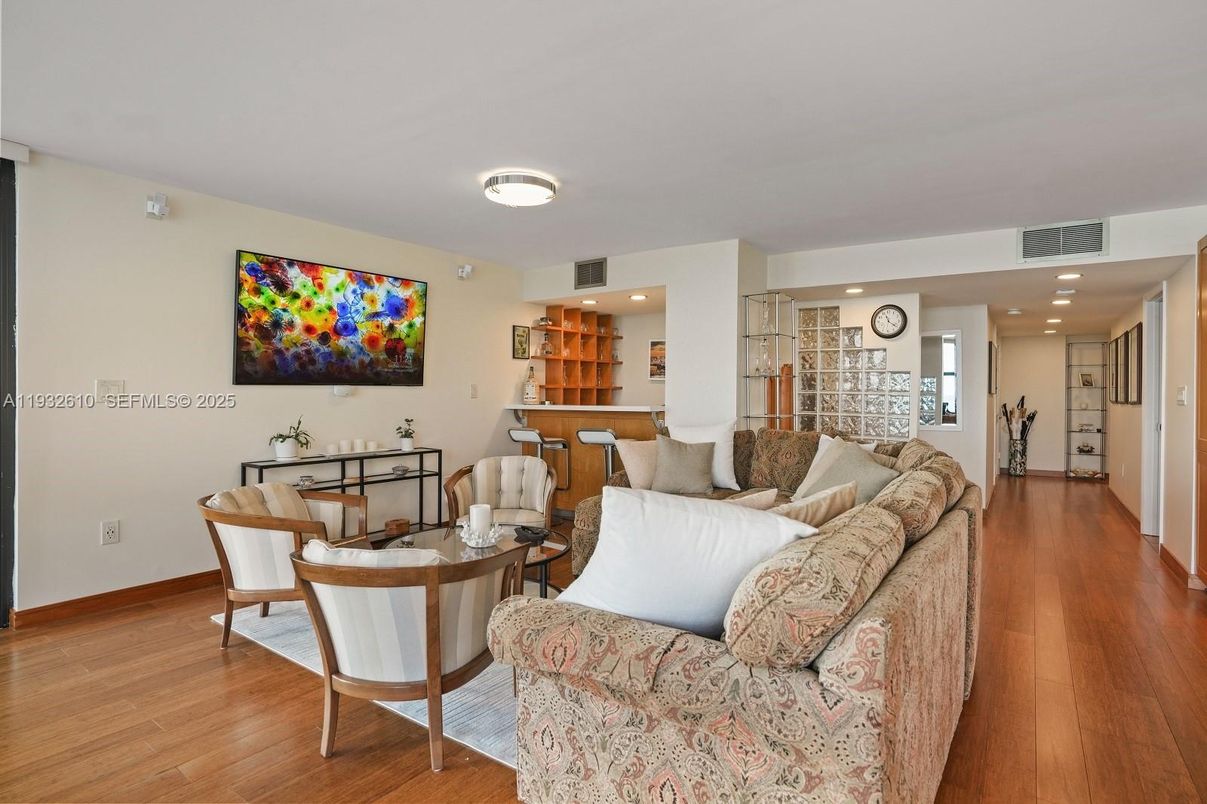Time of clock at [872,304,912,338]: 11:21
